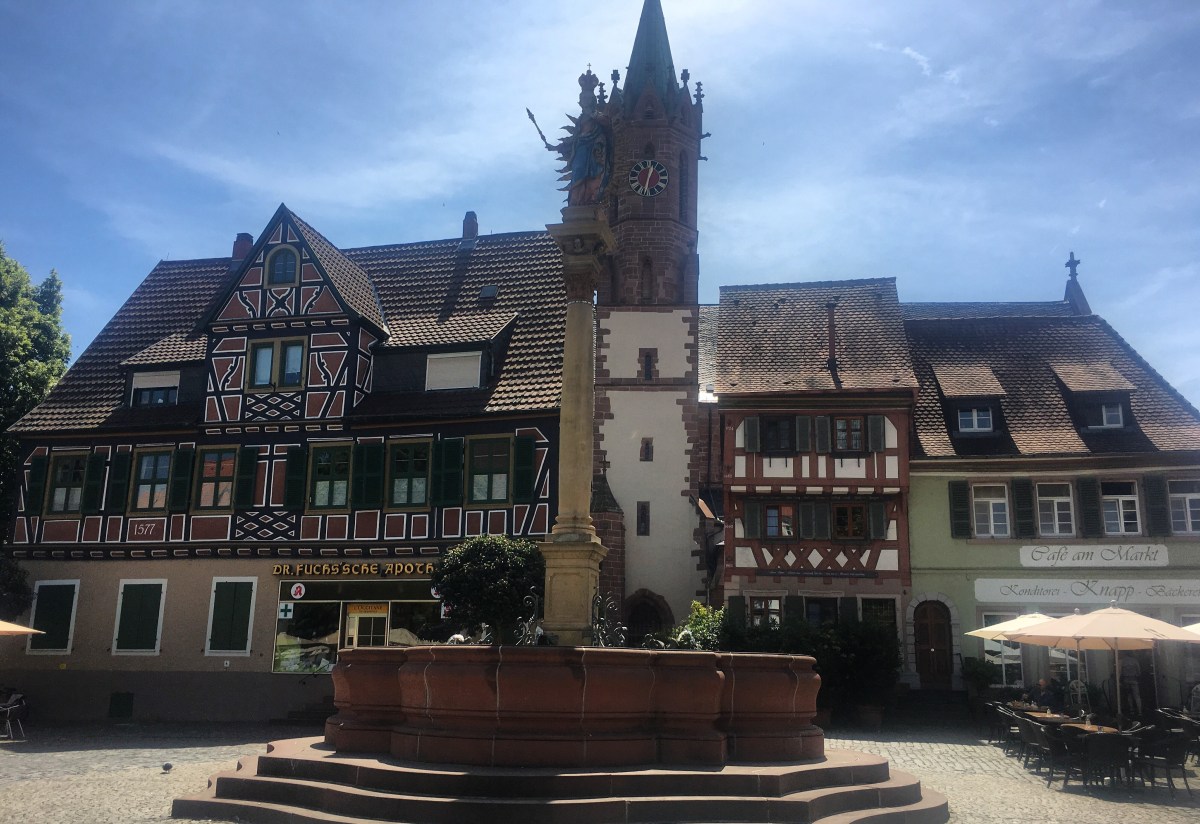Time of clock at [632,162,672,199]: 12:32
